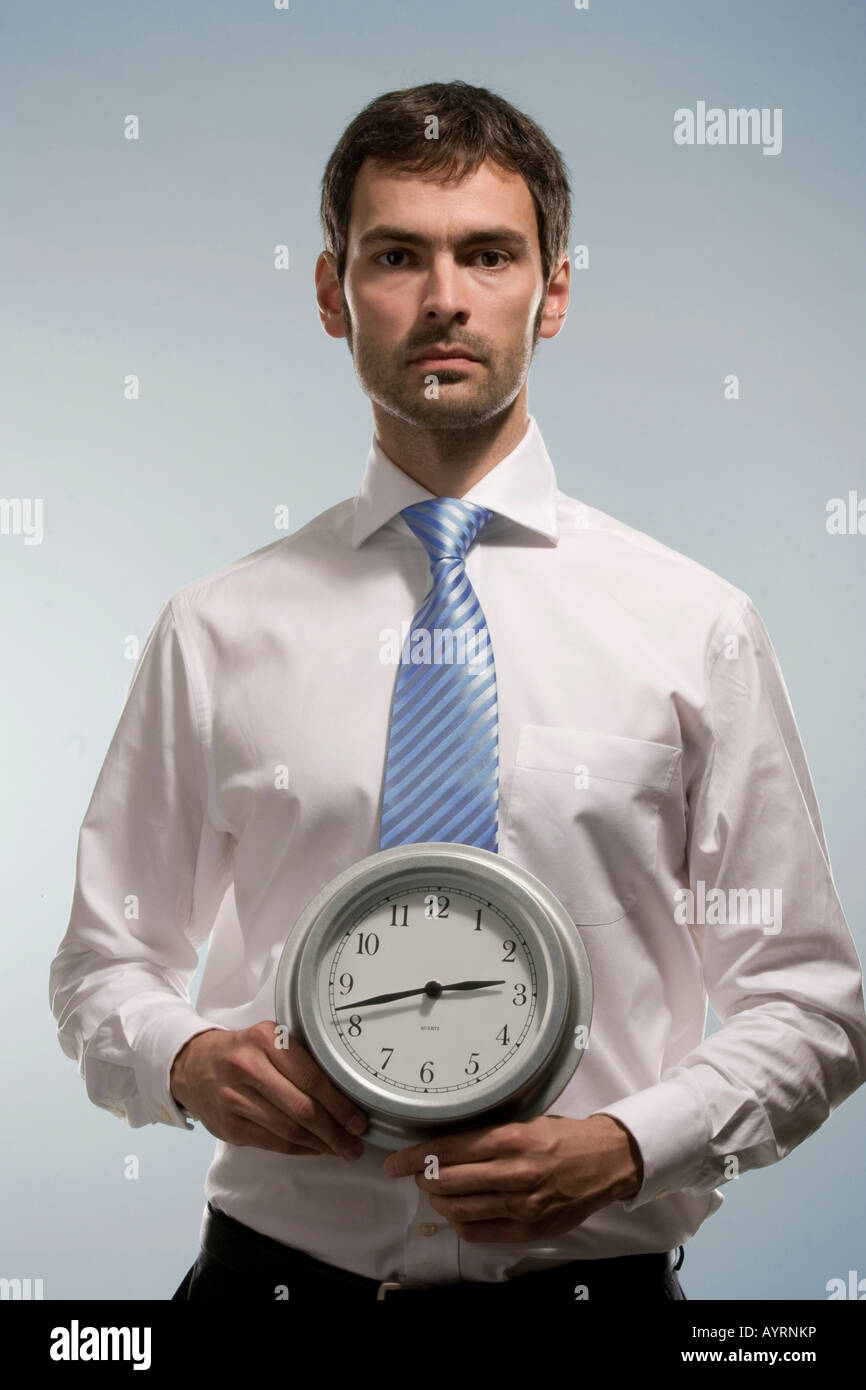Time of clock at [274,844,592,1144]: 2:42
